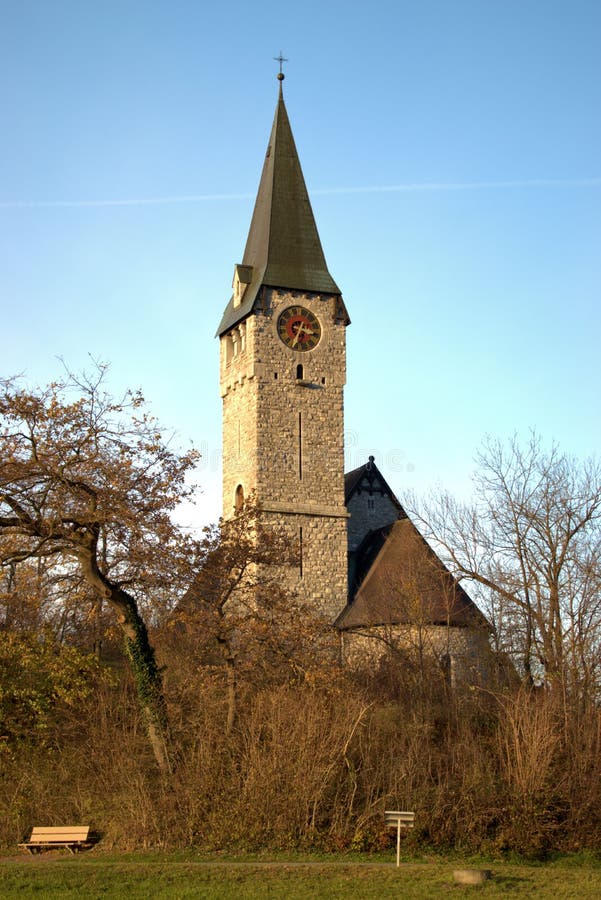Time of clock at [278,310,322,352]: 3:34
